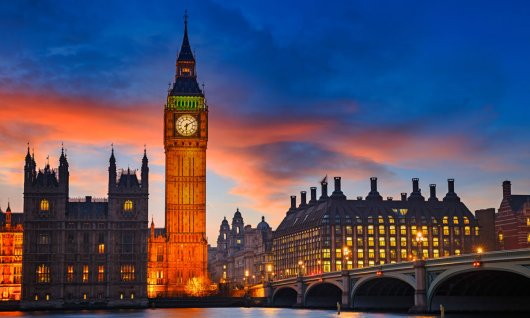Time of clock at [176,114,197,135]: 6:10
